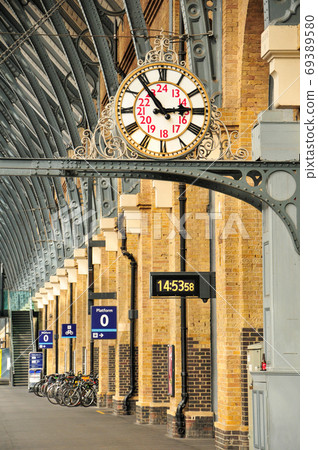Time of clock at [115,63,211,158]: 2:53
